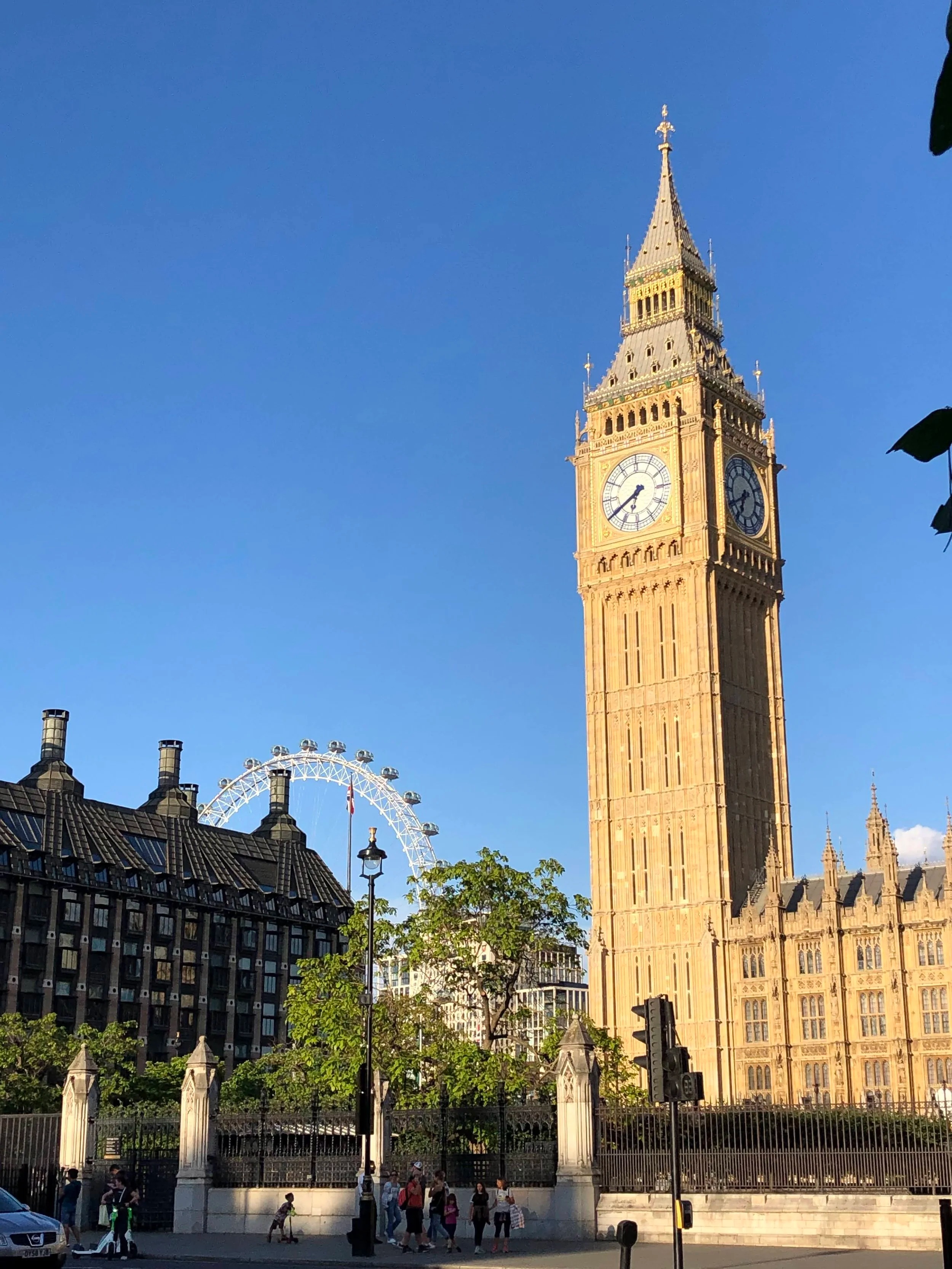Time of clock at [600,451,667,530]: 6:39
